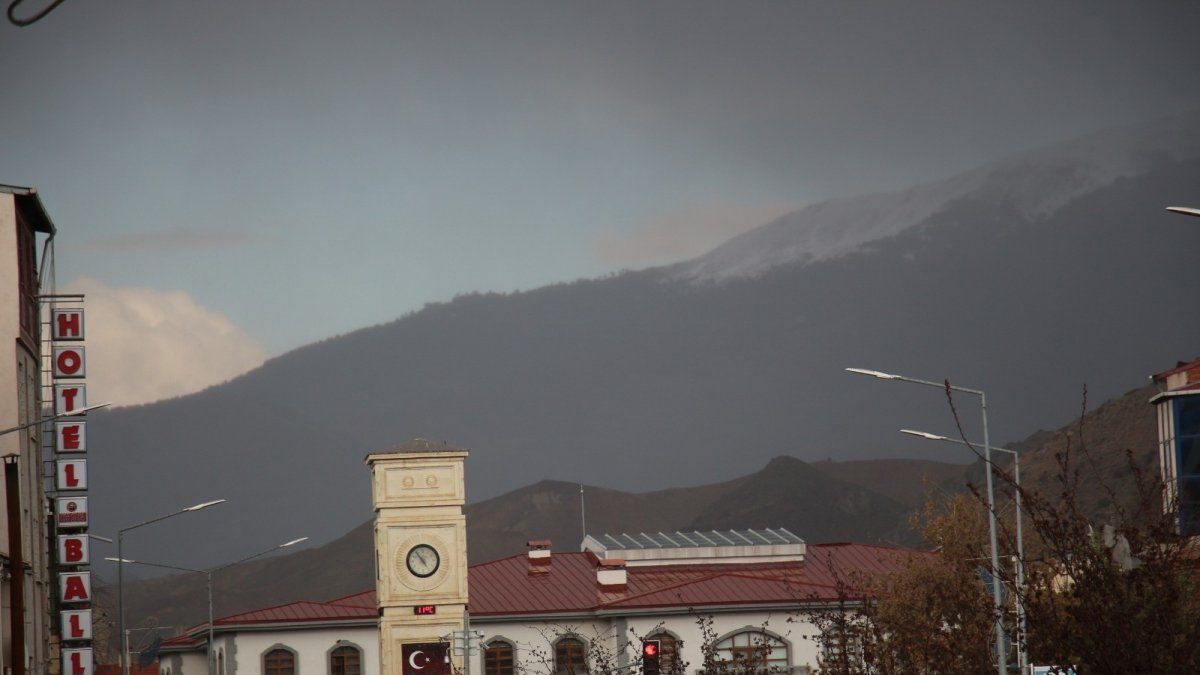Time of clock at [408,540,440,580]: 4:54
